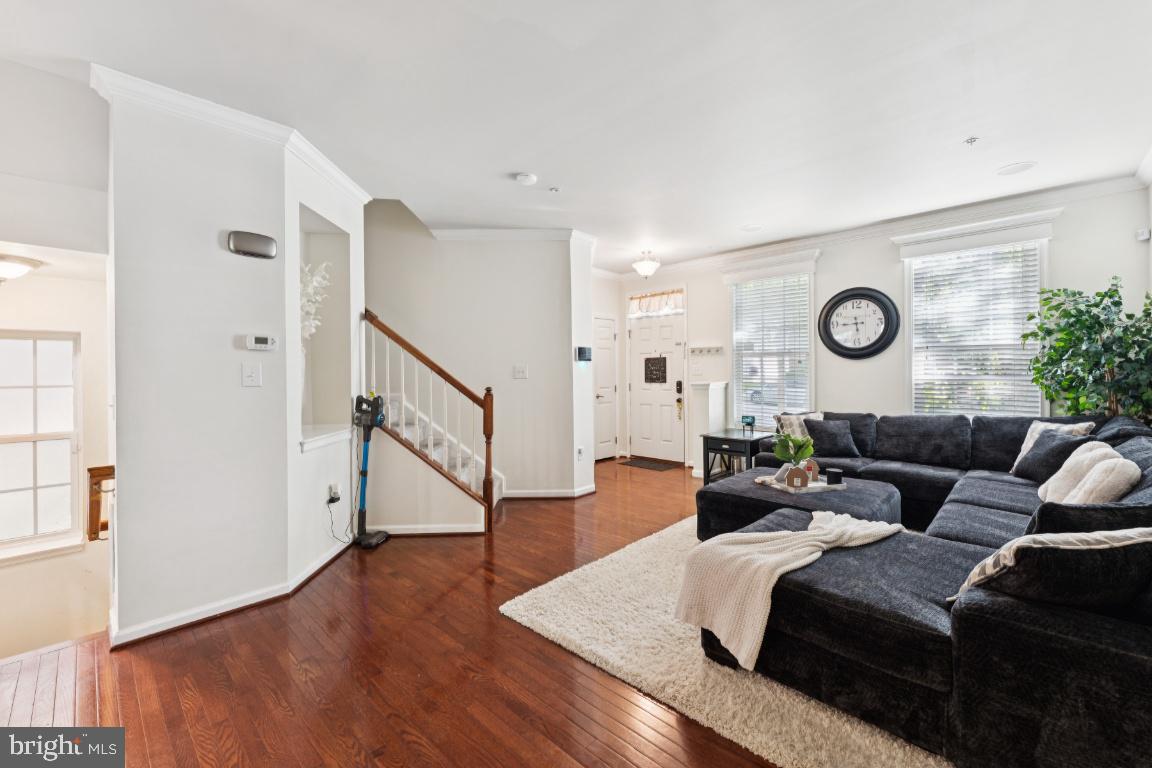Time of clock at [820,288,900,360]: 5:44
